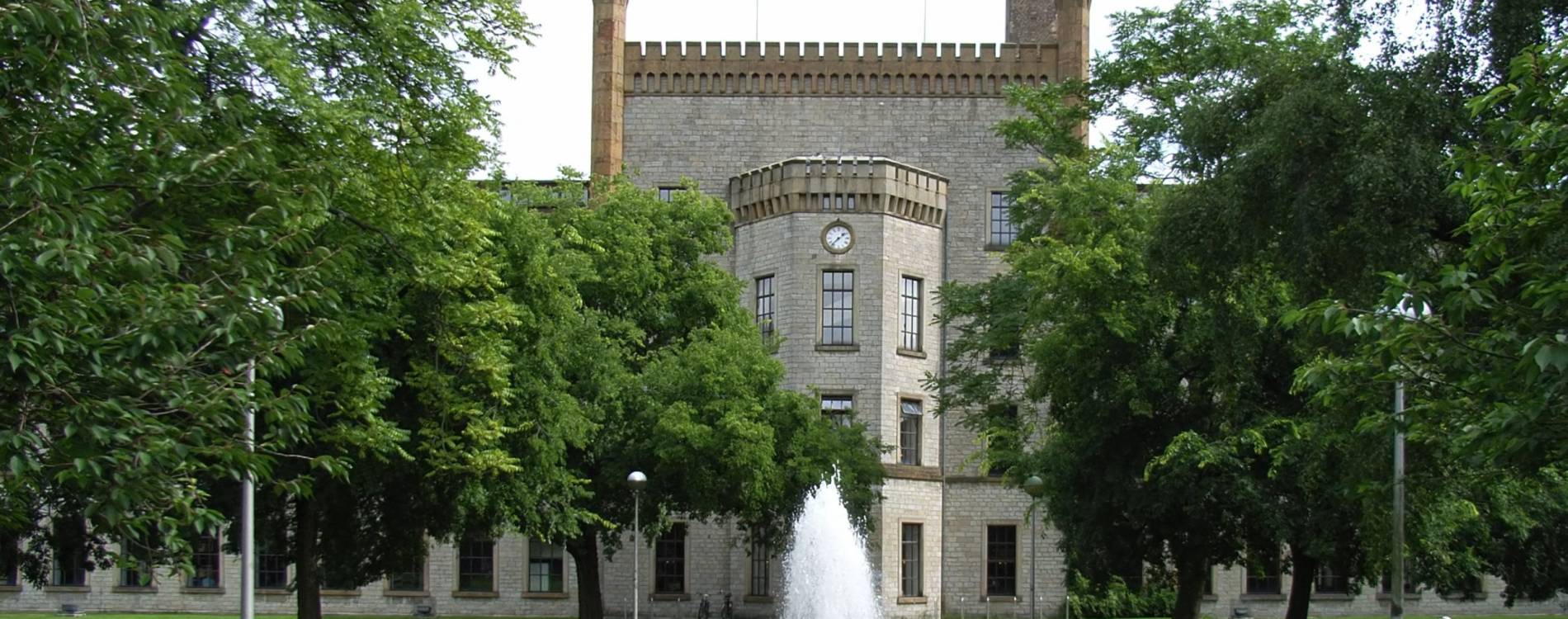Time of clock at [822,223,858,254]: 1:37
